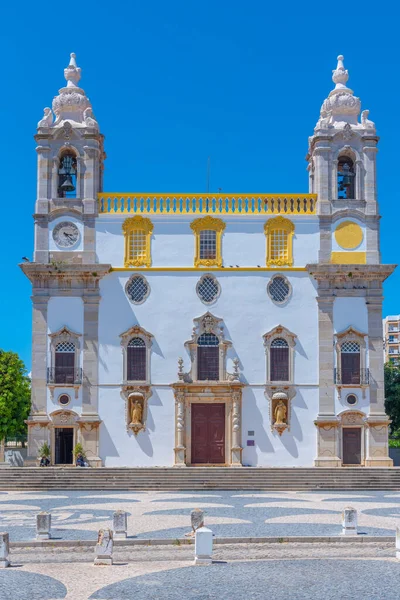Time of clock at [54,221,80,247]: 3:22
